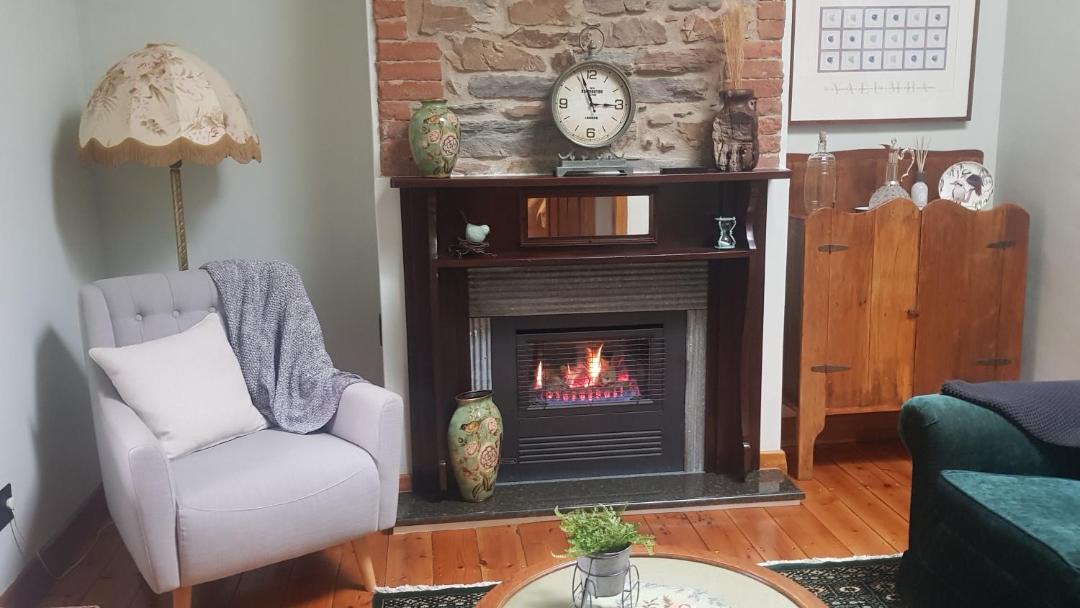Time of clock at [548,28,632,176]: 2:56
